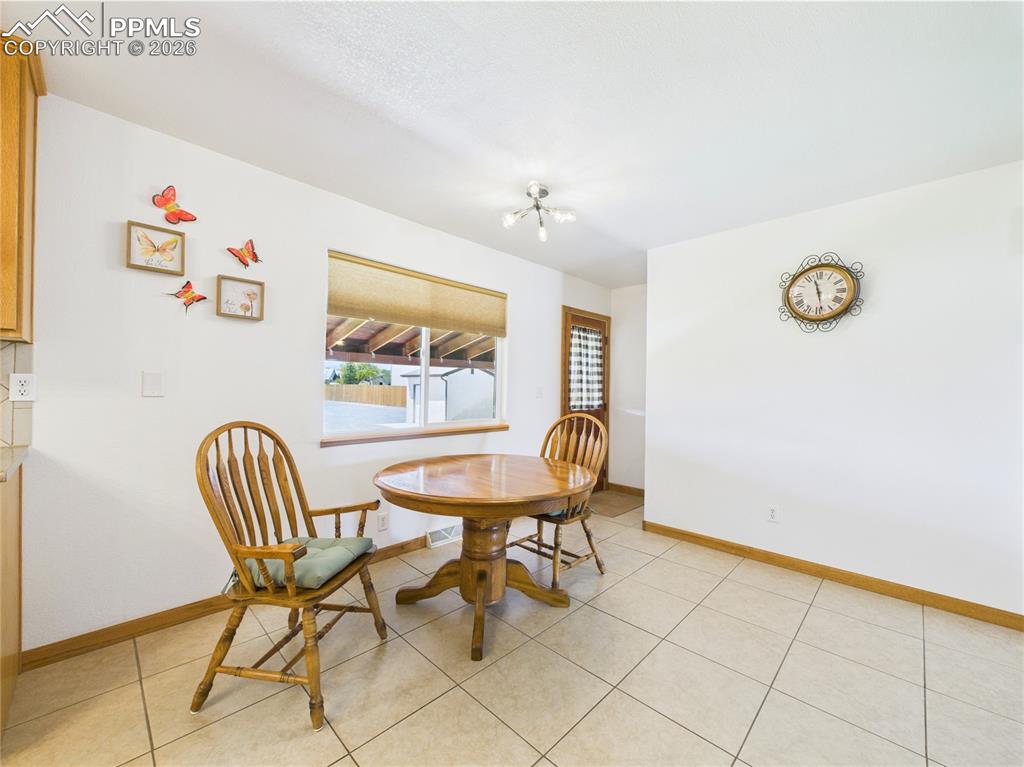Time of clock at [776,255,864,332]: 11:28
